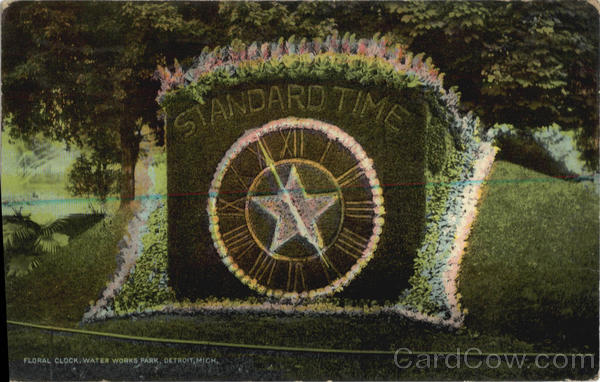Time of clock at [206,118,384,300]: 12:24
